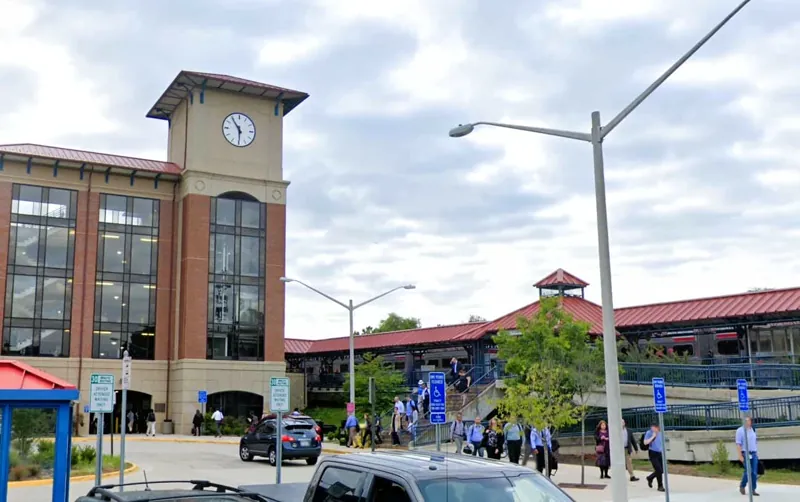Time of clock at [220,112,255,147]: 5:54
